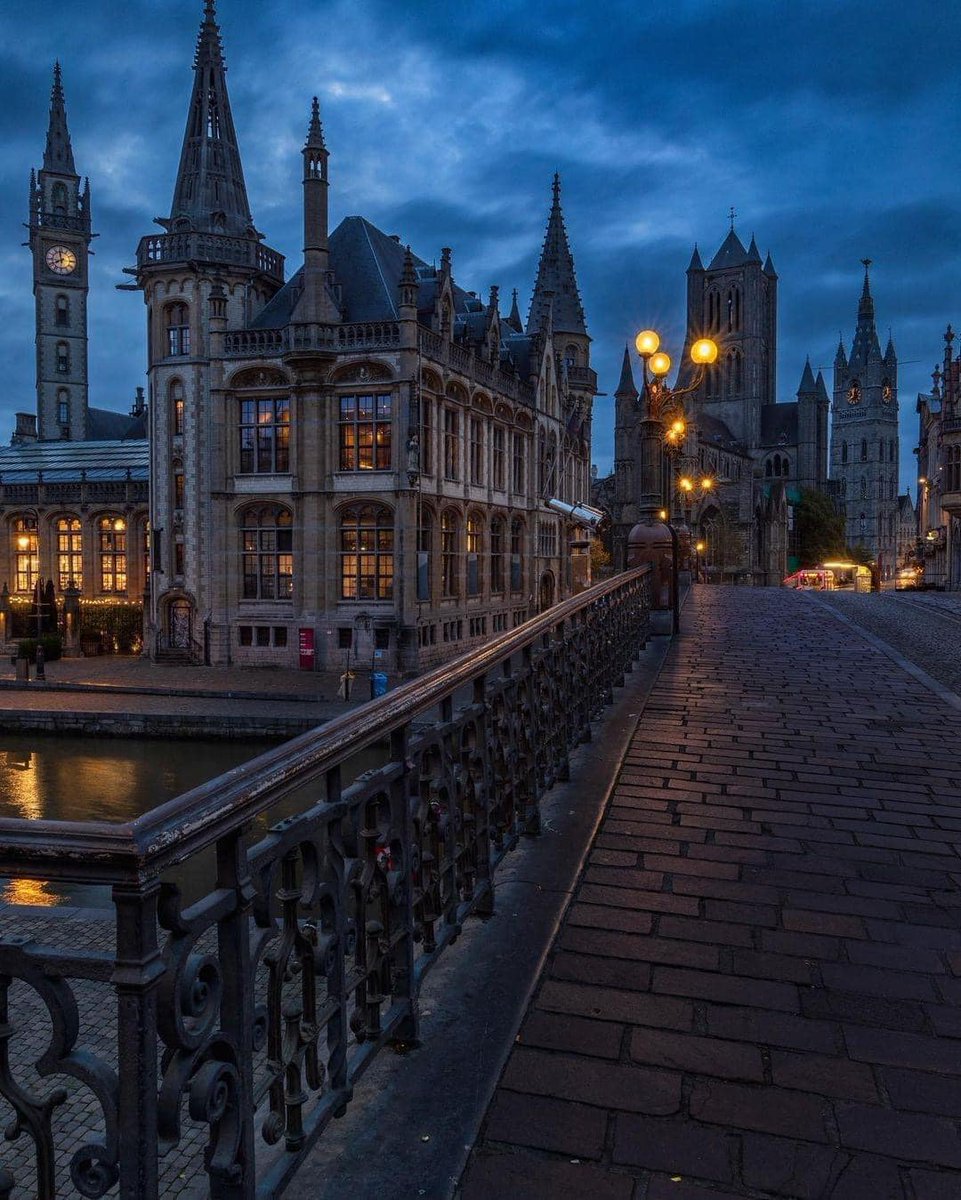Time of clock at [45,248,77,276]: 7:58
